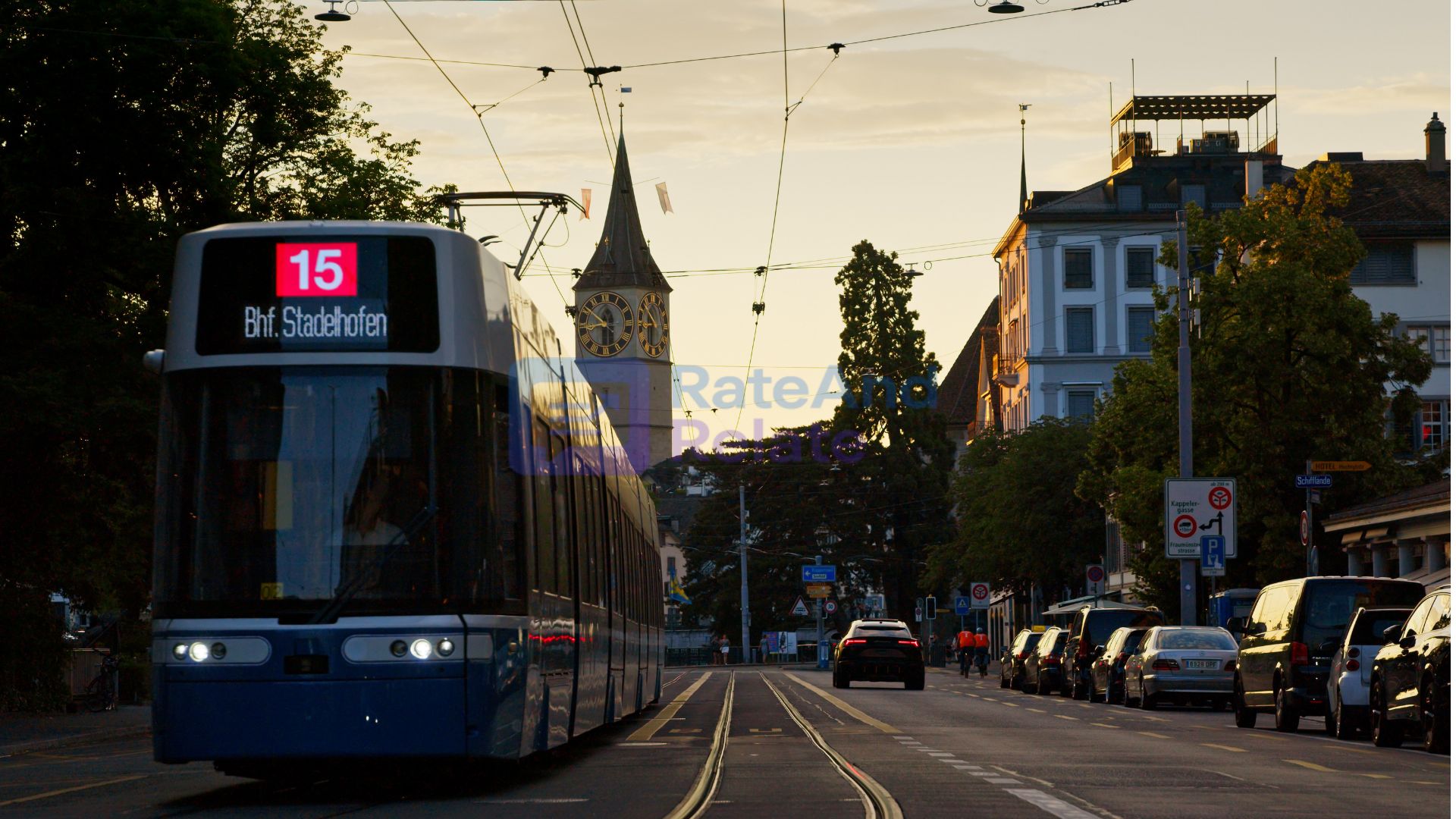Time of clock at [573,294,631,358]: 8:51
